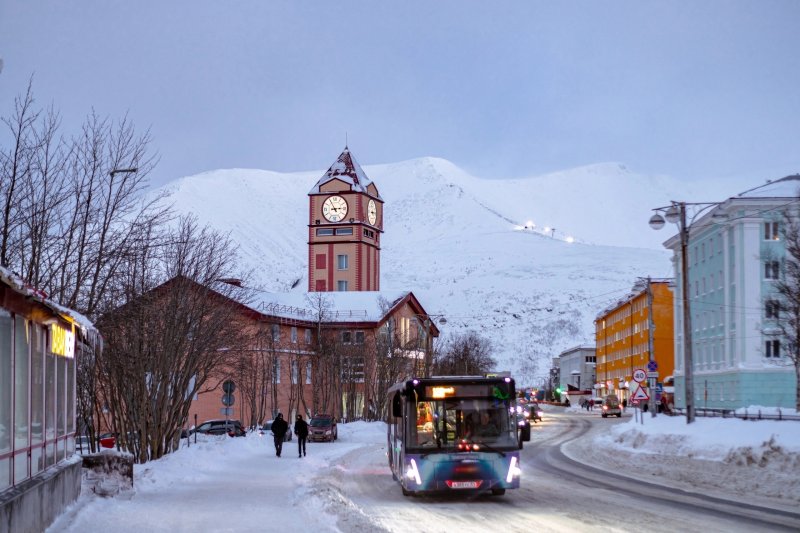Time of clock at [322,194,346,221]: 2:55
